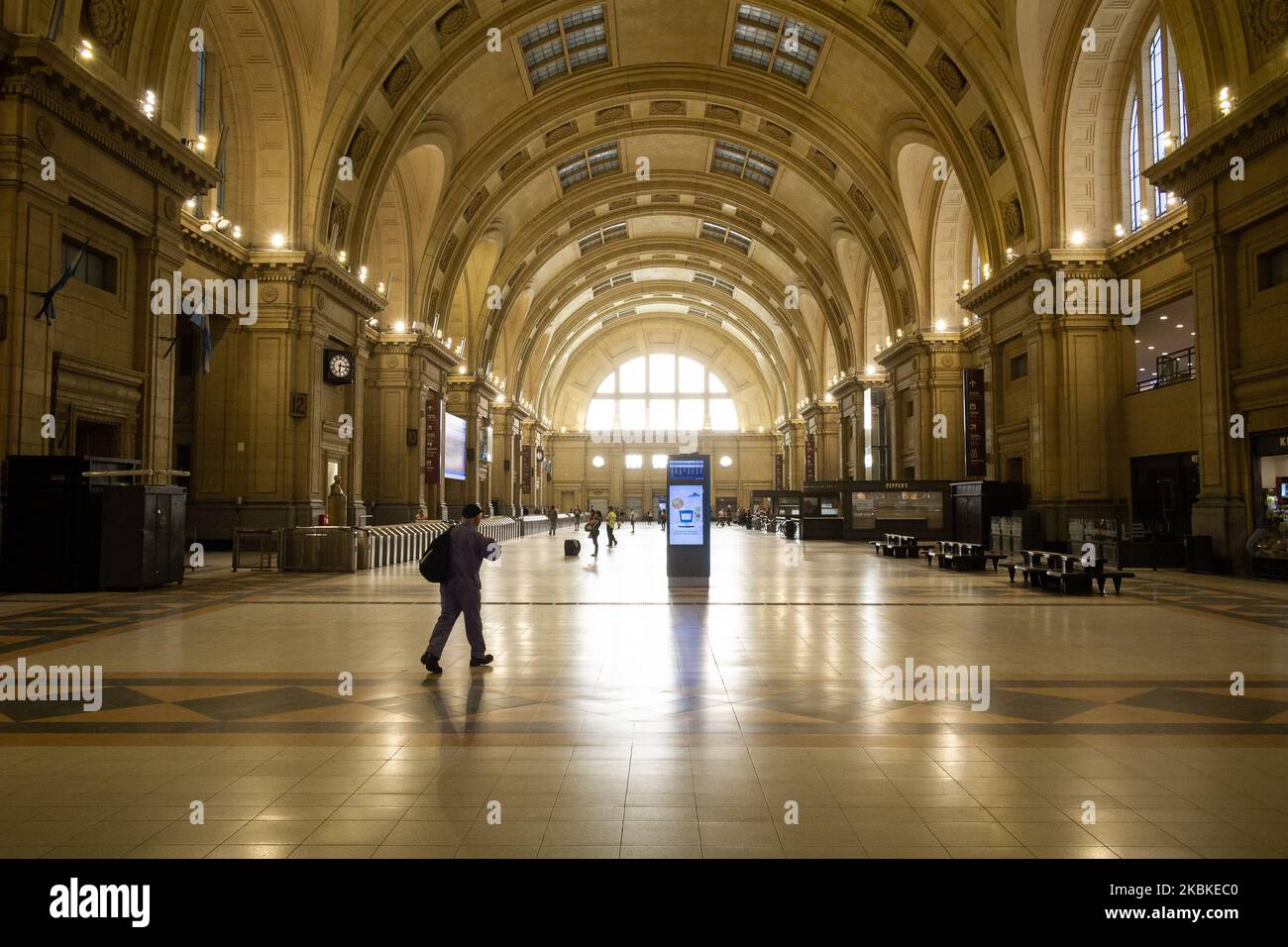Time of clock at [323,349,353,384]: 6:15
